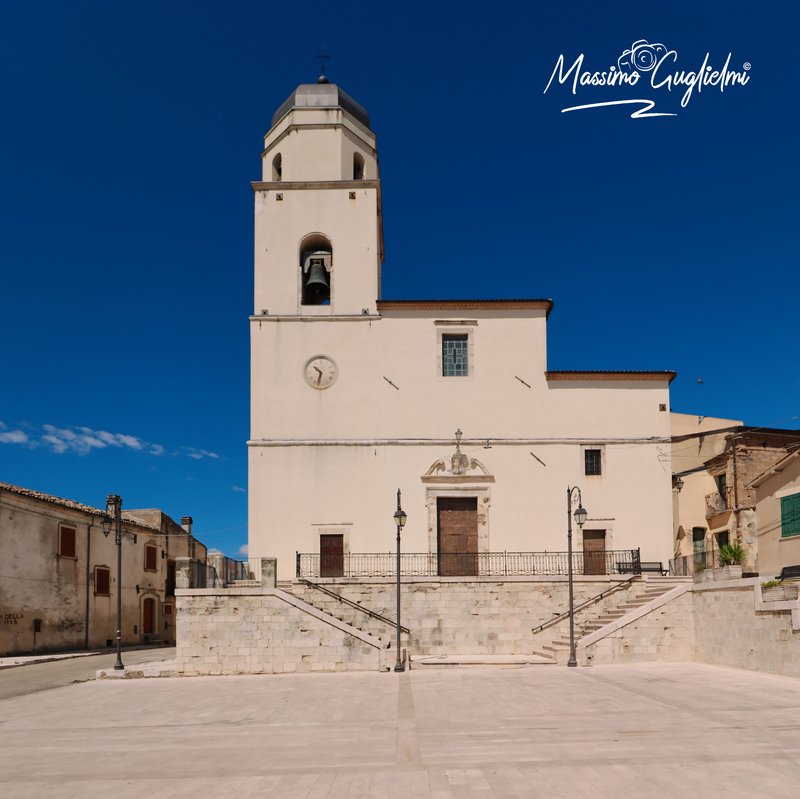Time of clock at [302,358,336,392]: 10:32
